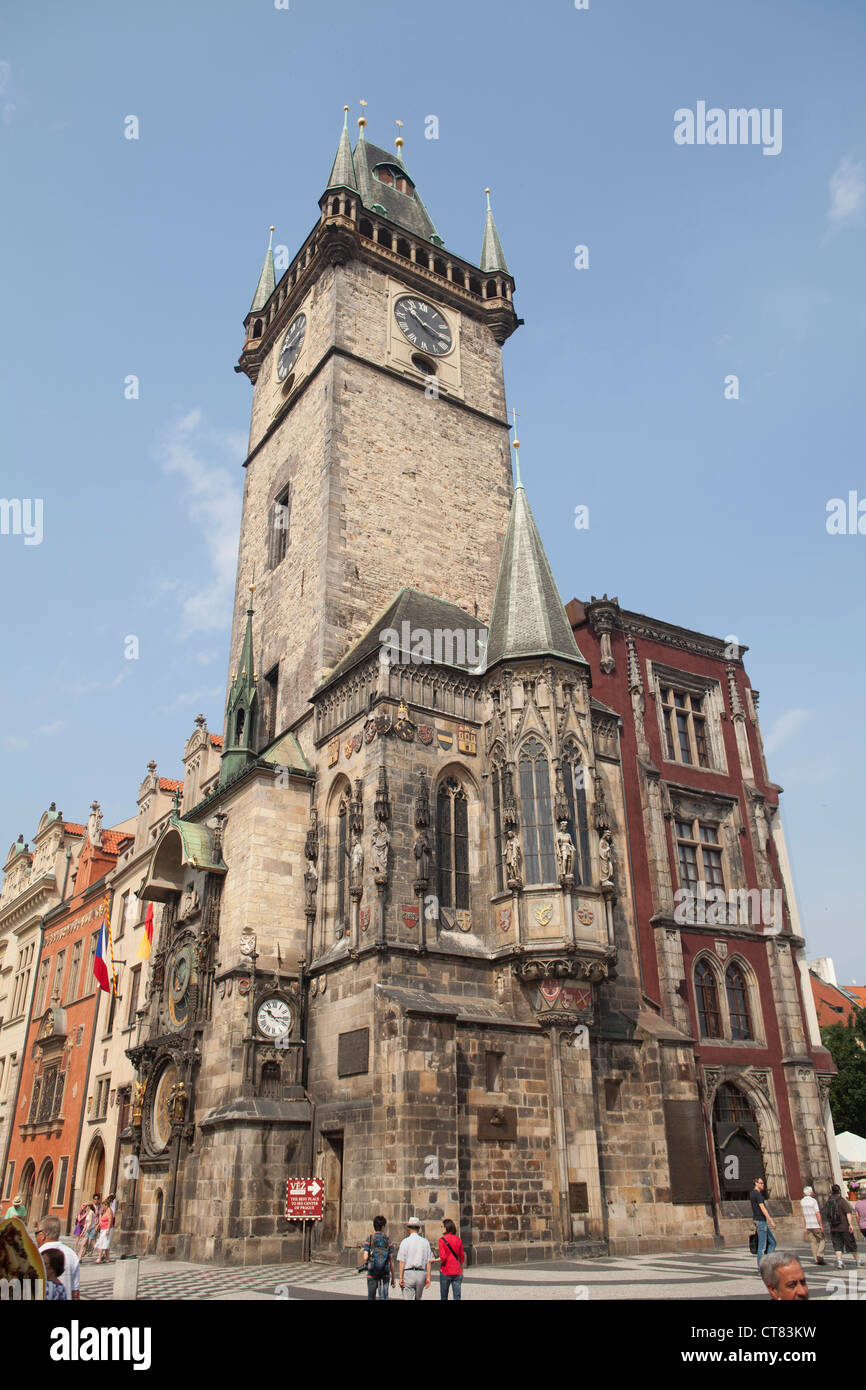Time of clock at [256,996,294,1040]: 10:14
